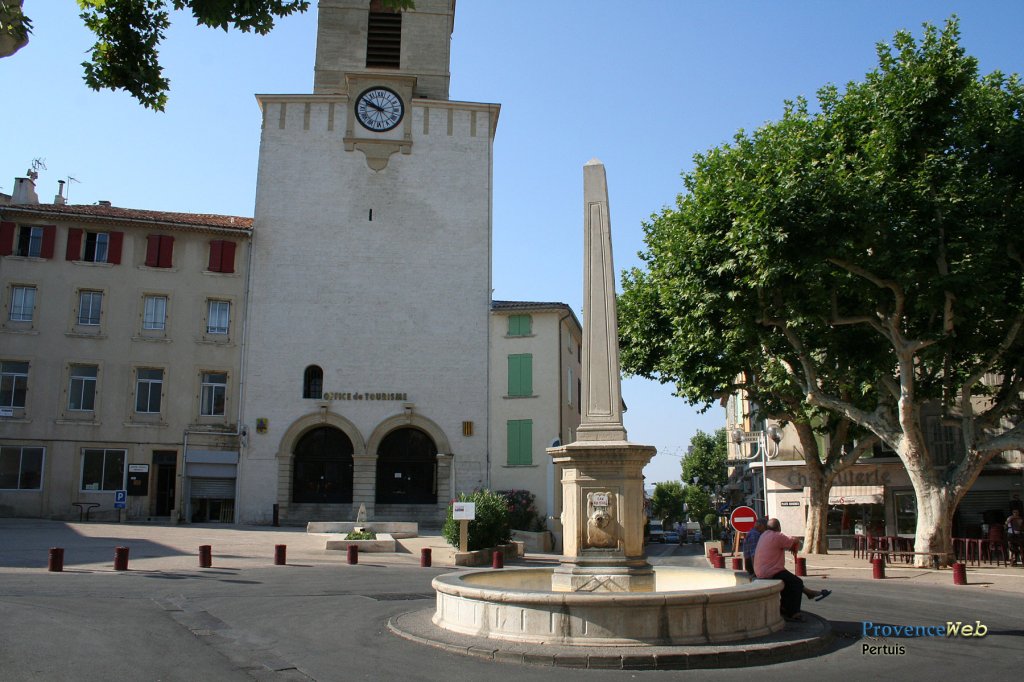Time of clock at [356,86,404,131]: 9:50
